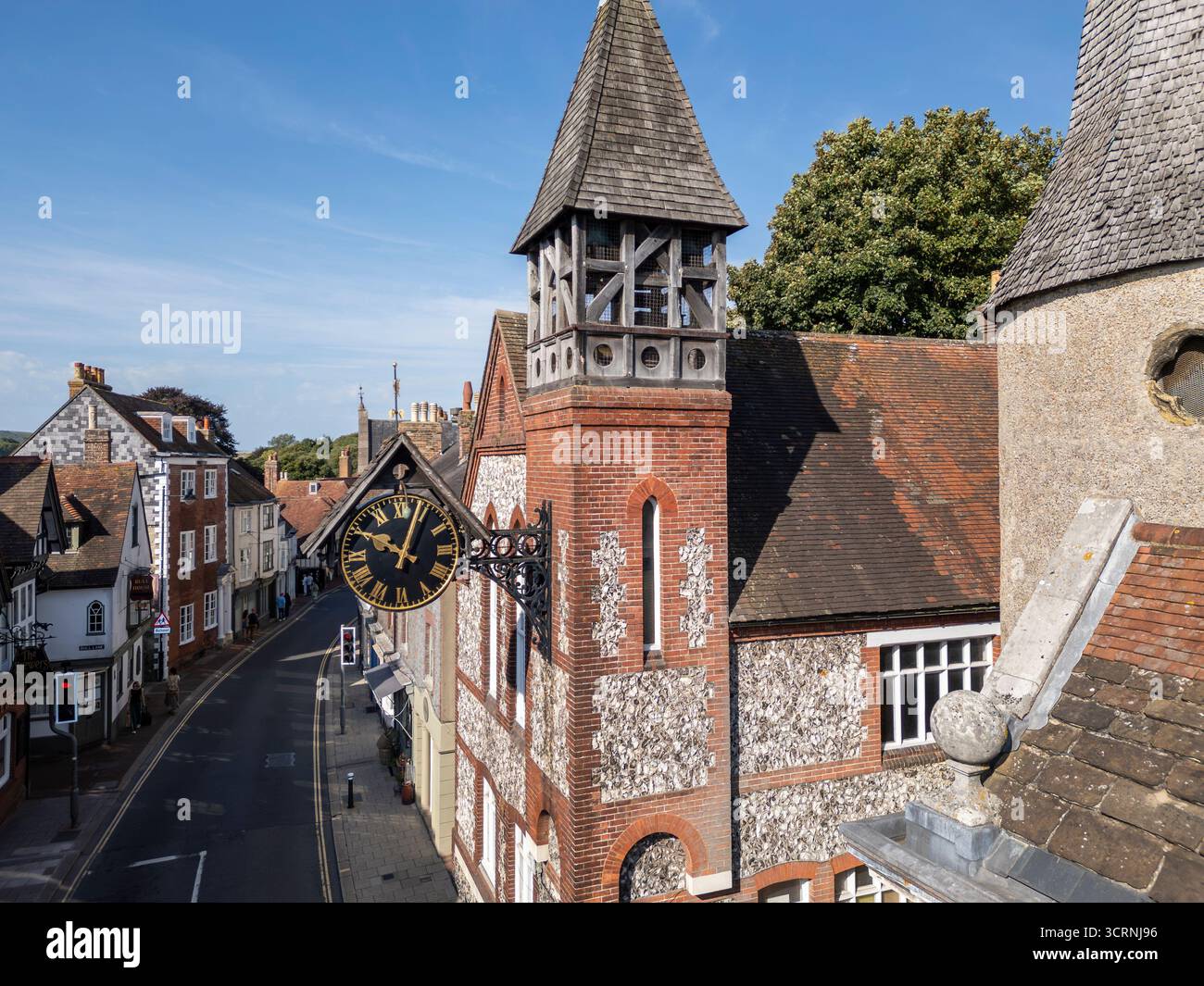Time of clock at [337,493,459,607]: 10:03
